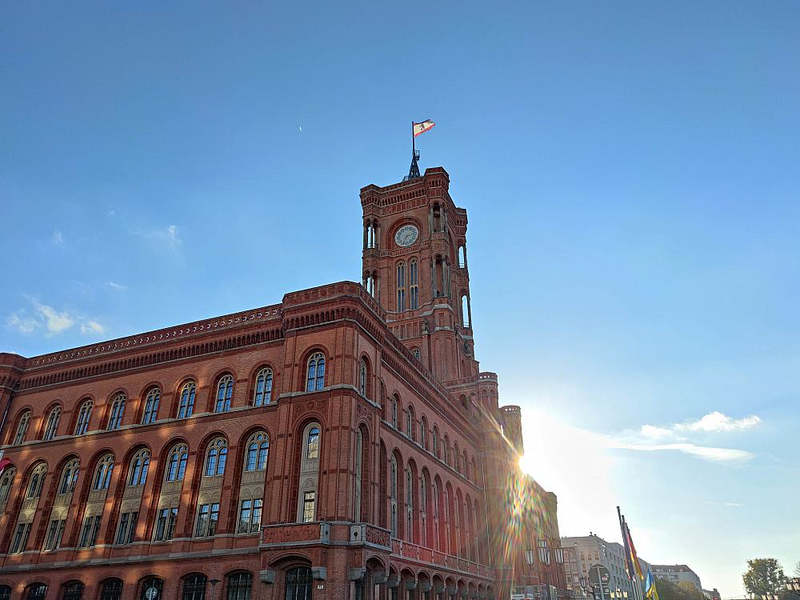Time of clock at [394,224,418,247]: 2:34
